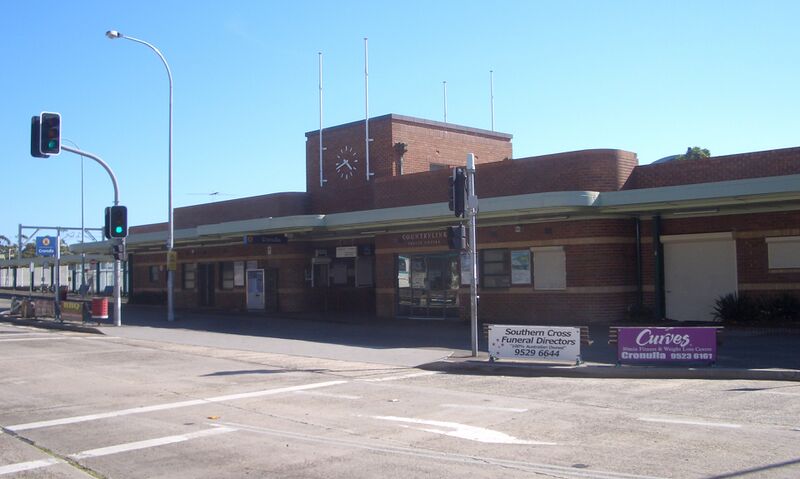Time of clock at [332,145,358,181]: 4:40
